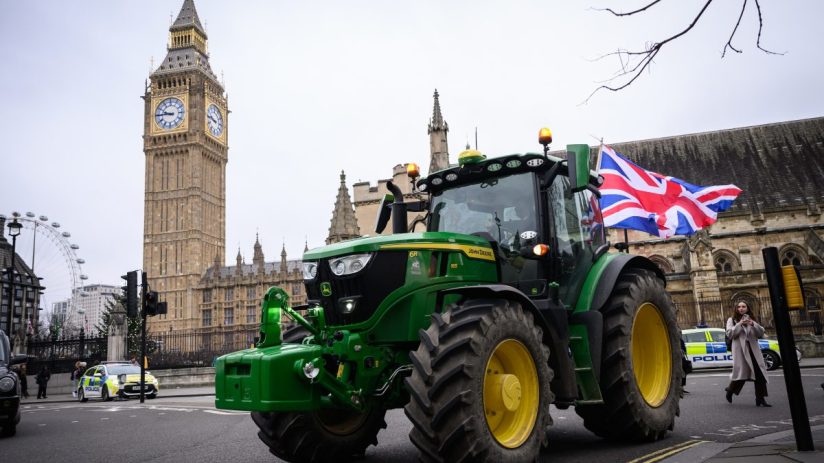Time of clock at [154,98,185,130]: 9:45
